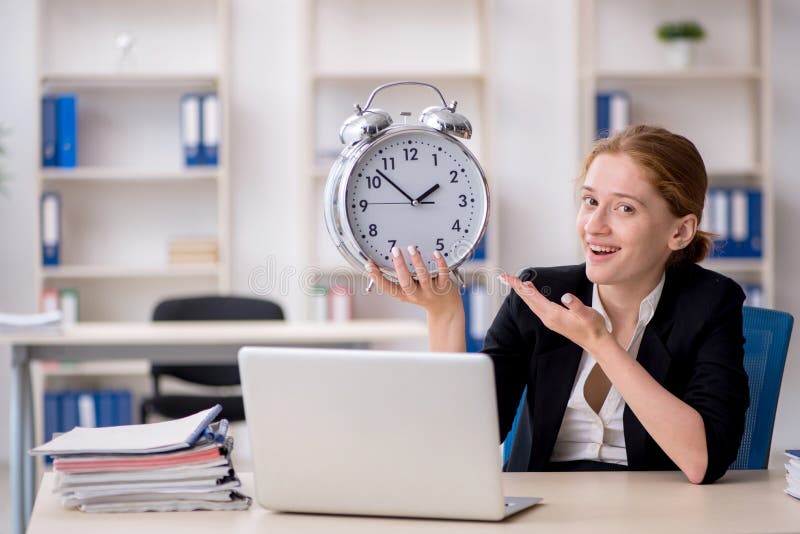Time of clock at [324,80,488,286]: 1:52
